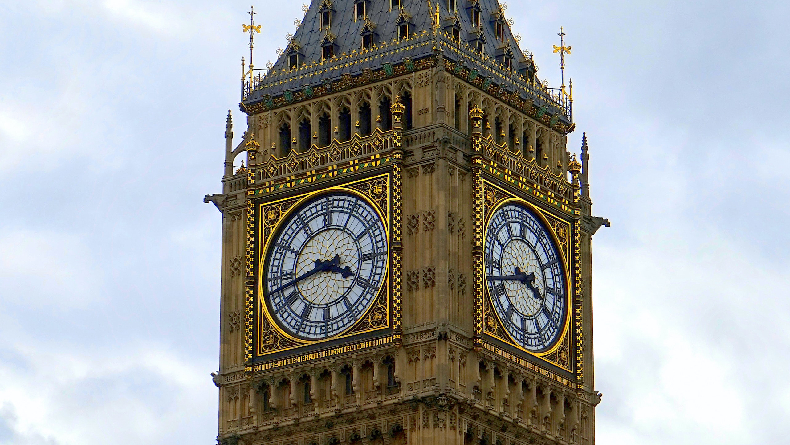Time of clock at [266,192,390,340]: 3:42
